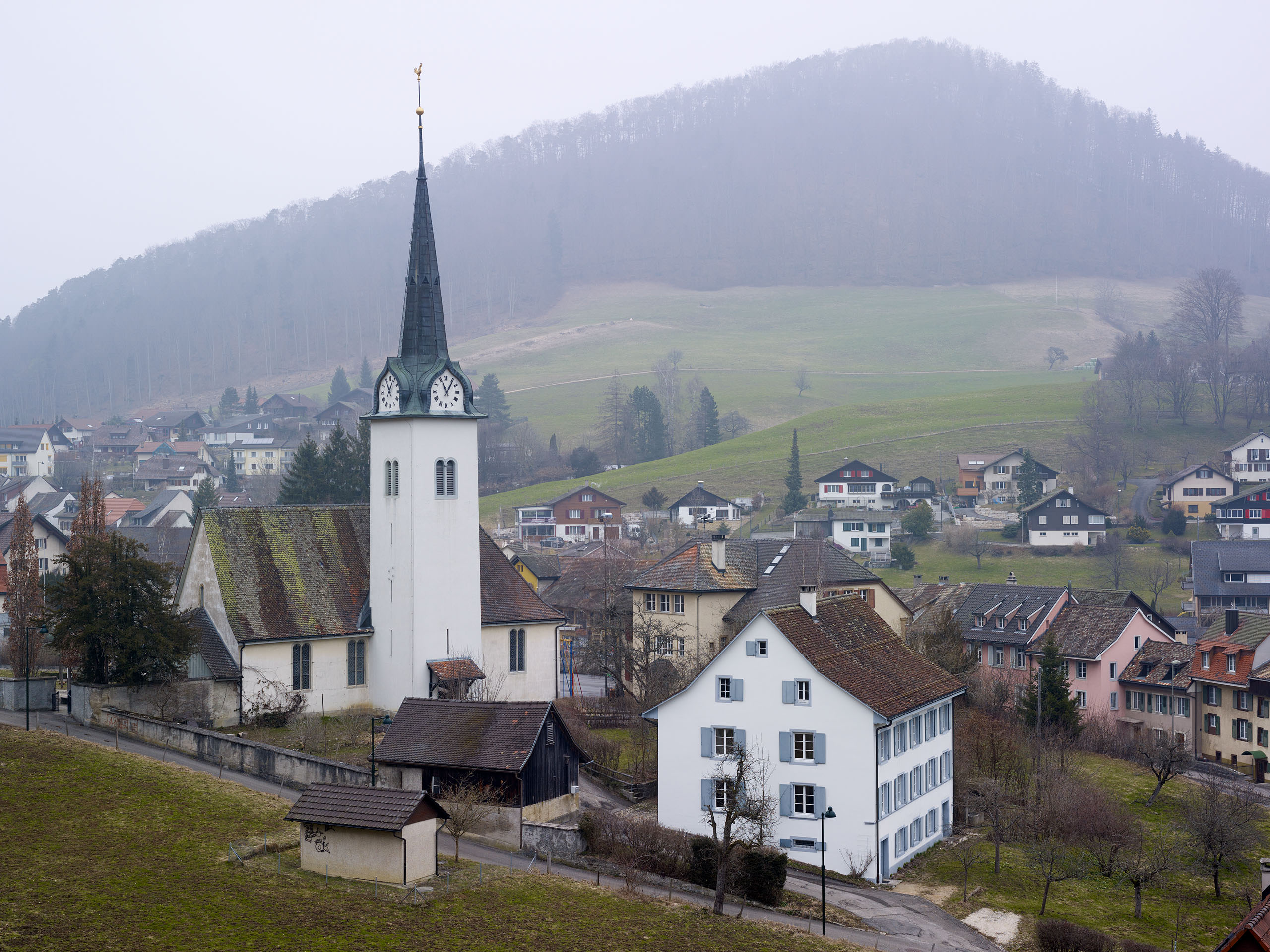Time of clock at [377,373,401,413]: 11:04
